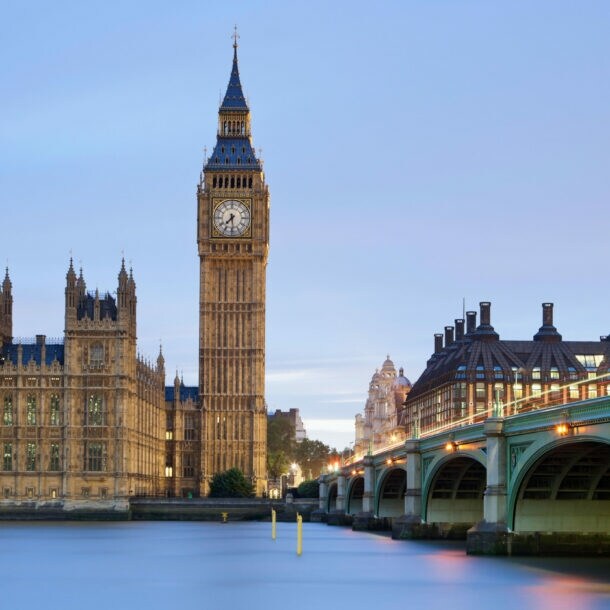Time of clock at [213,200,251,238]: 7:28
